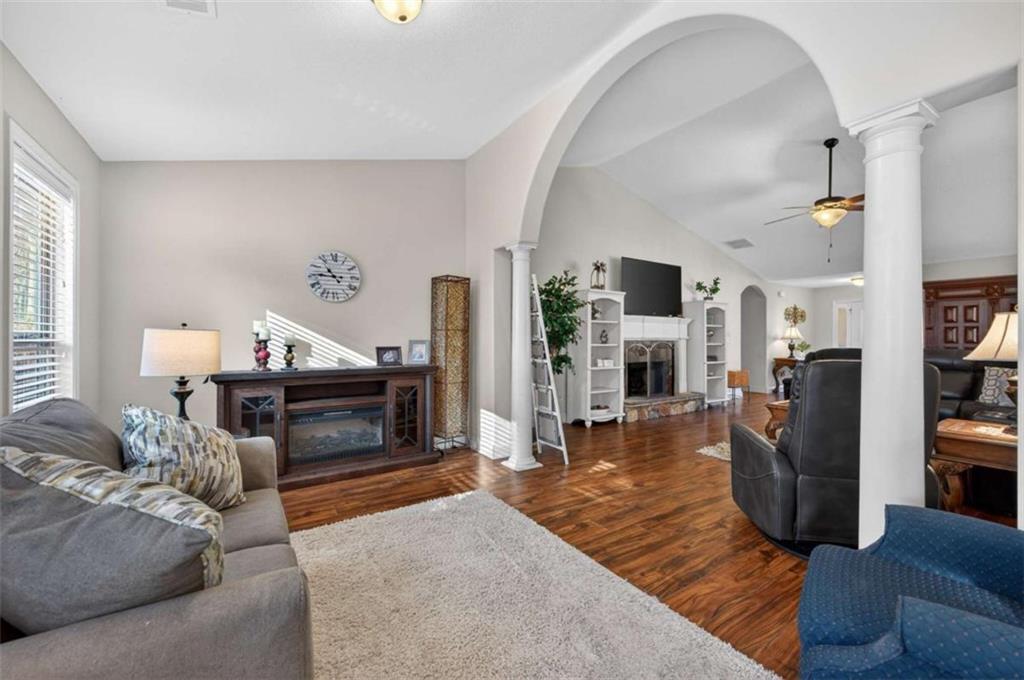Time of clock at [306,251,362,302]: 10:45
